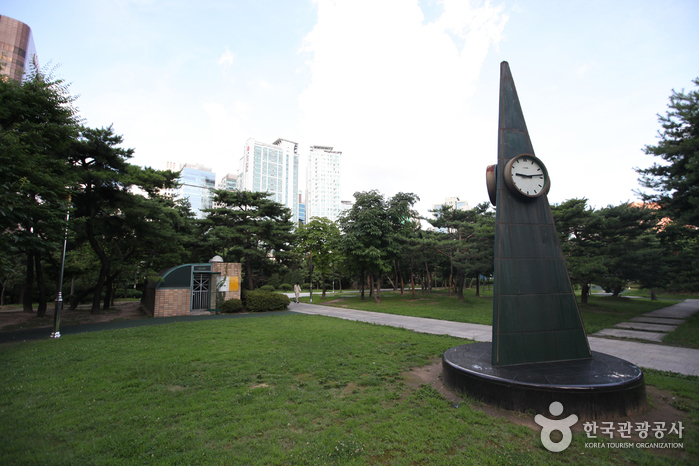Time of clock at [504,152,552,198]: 9:13
